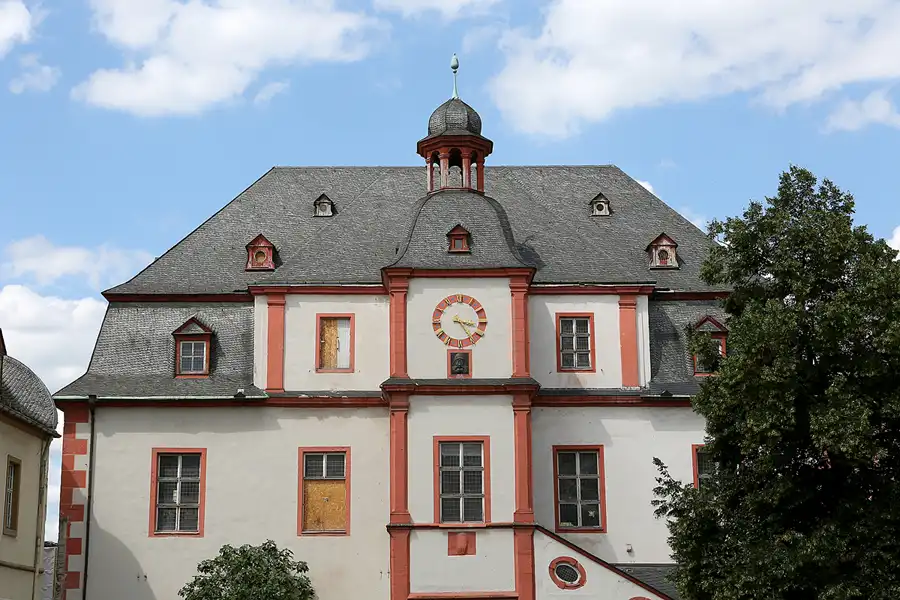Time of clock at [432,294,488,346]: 3:24
